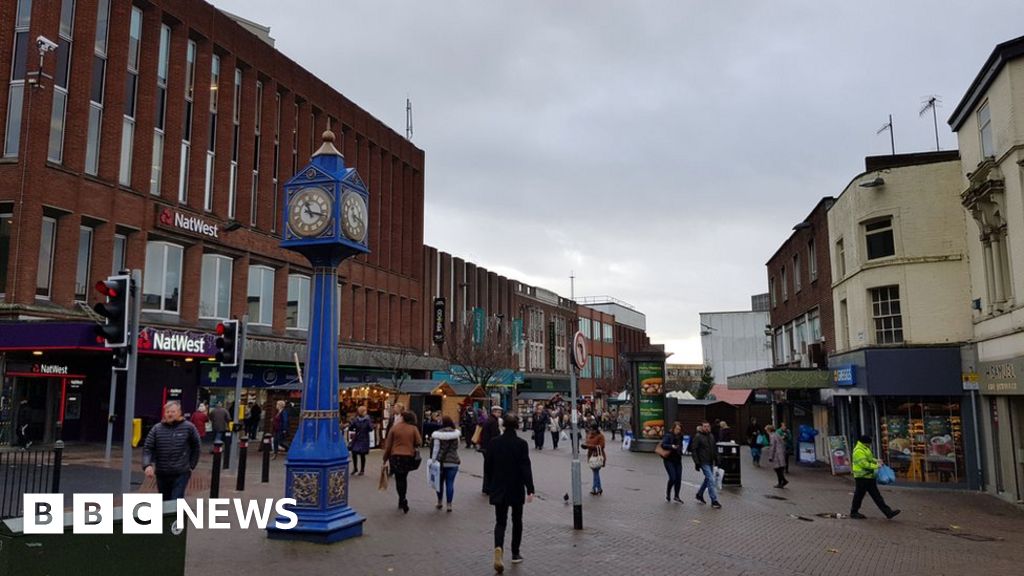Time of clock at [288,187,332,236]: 11:17
